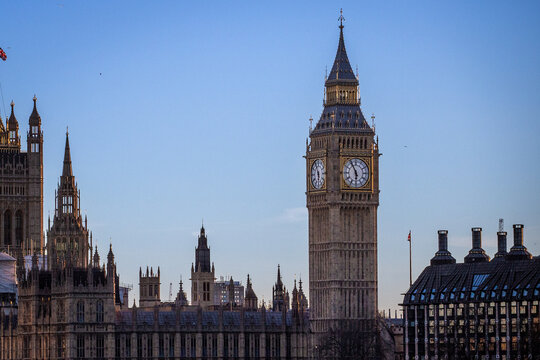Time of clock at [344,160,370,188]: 5:55
